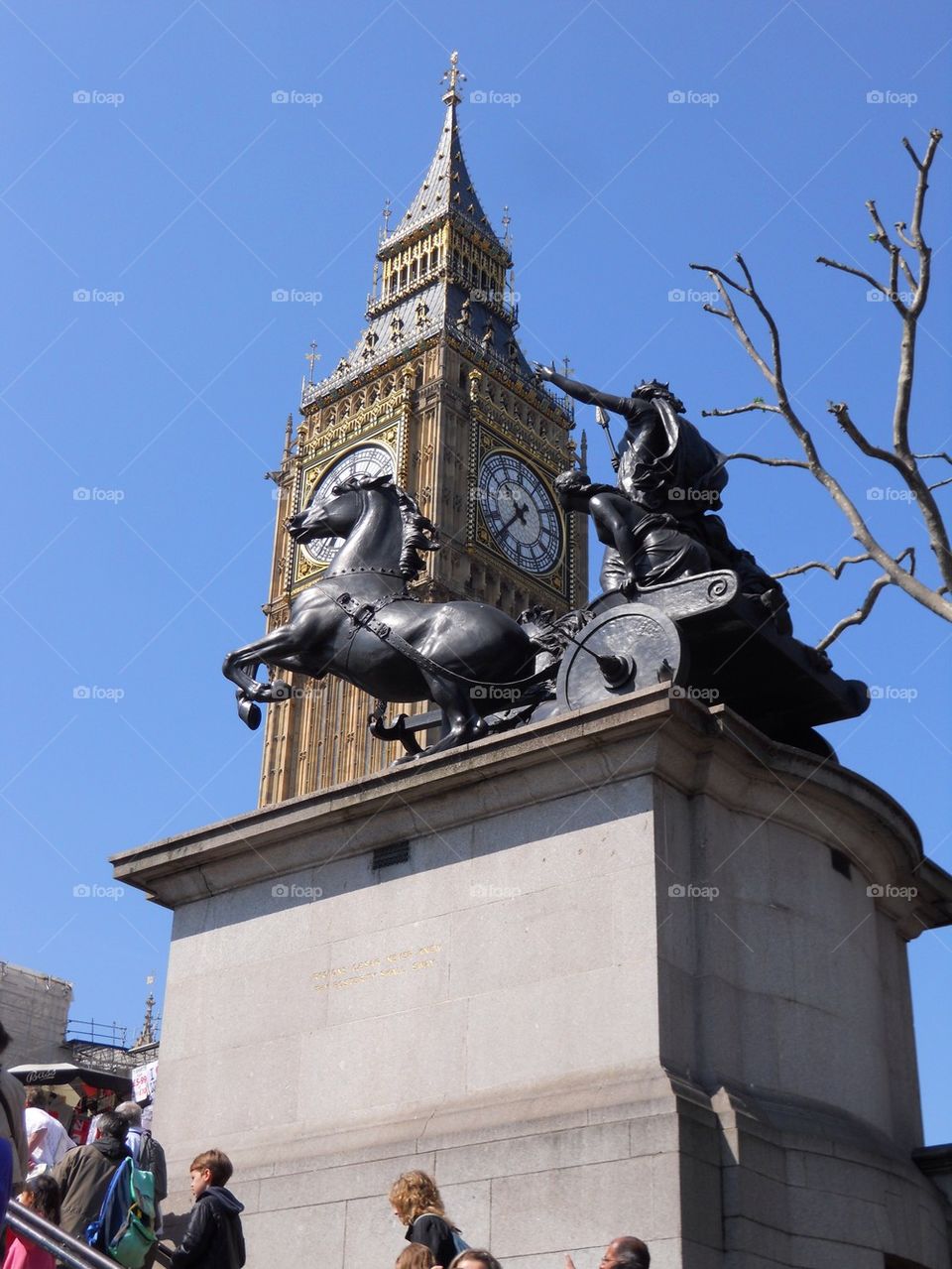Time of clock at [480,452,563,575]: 10:36
